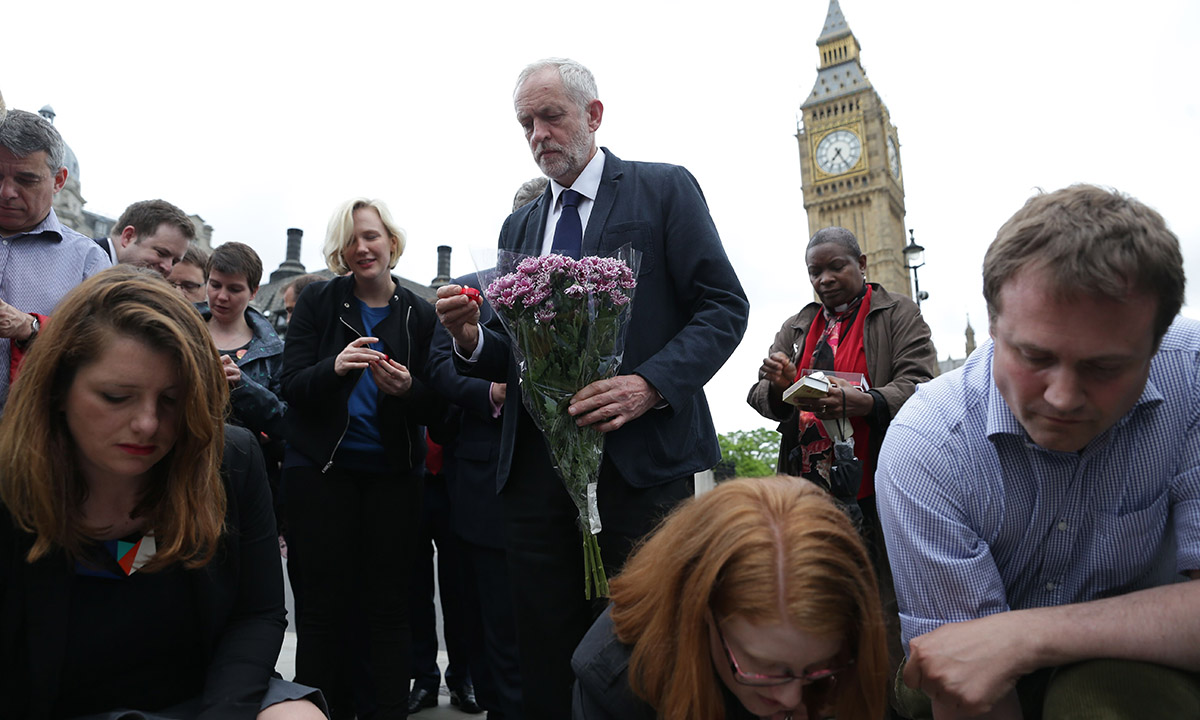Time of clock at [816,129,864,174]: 7:25
